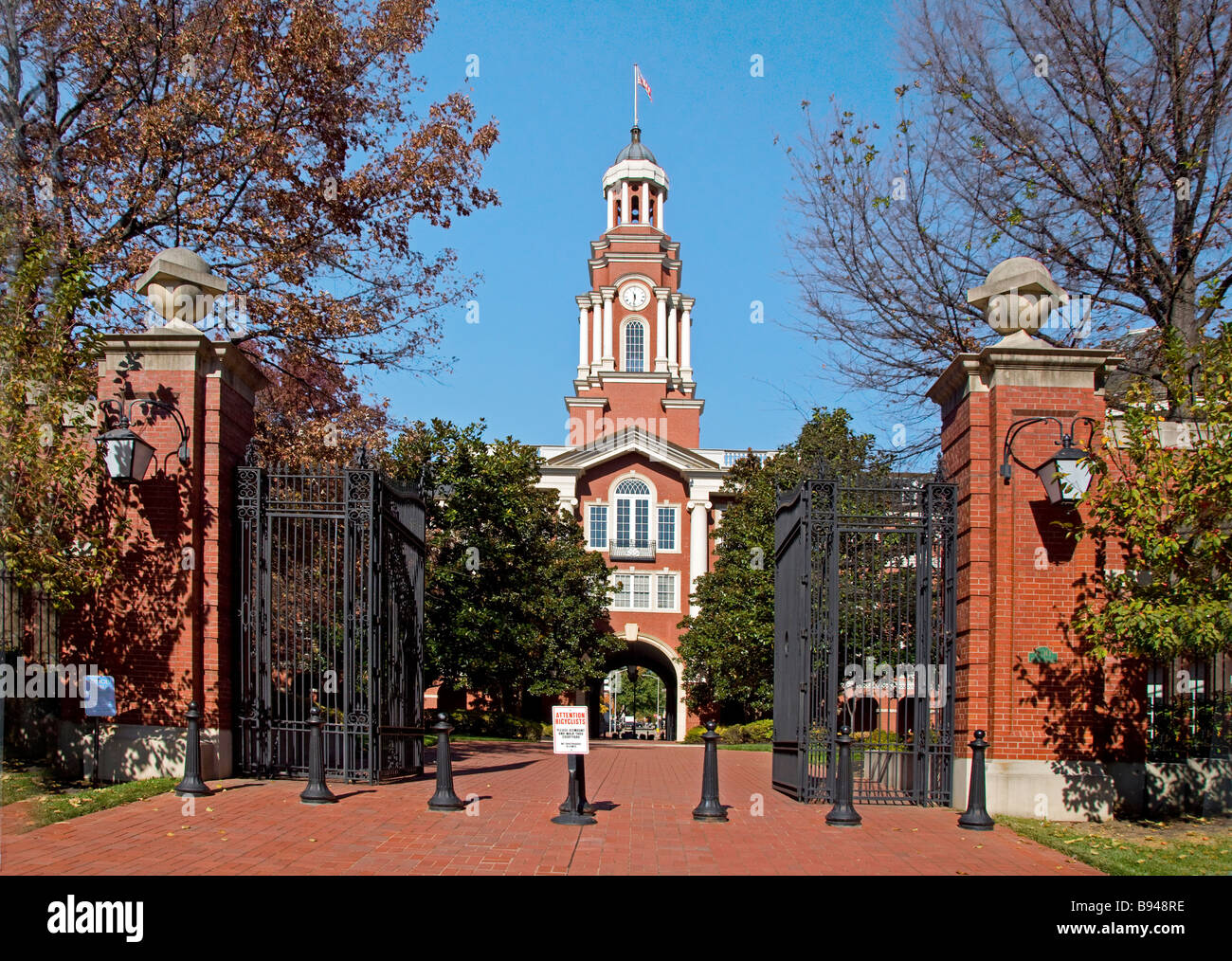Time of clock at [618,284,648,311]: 11:31
